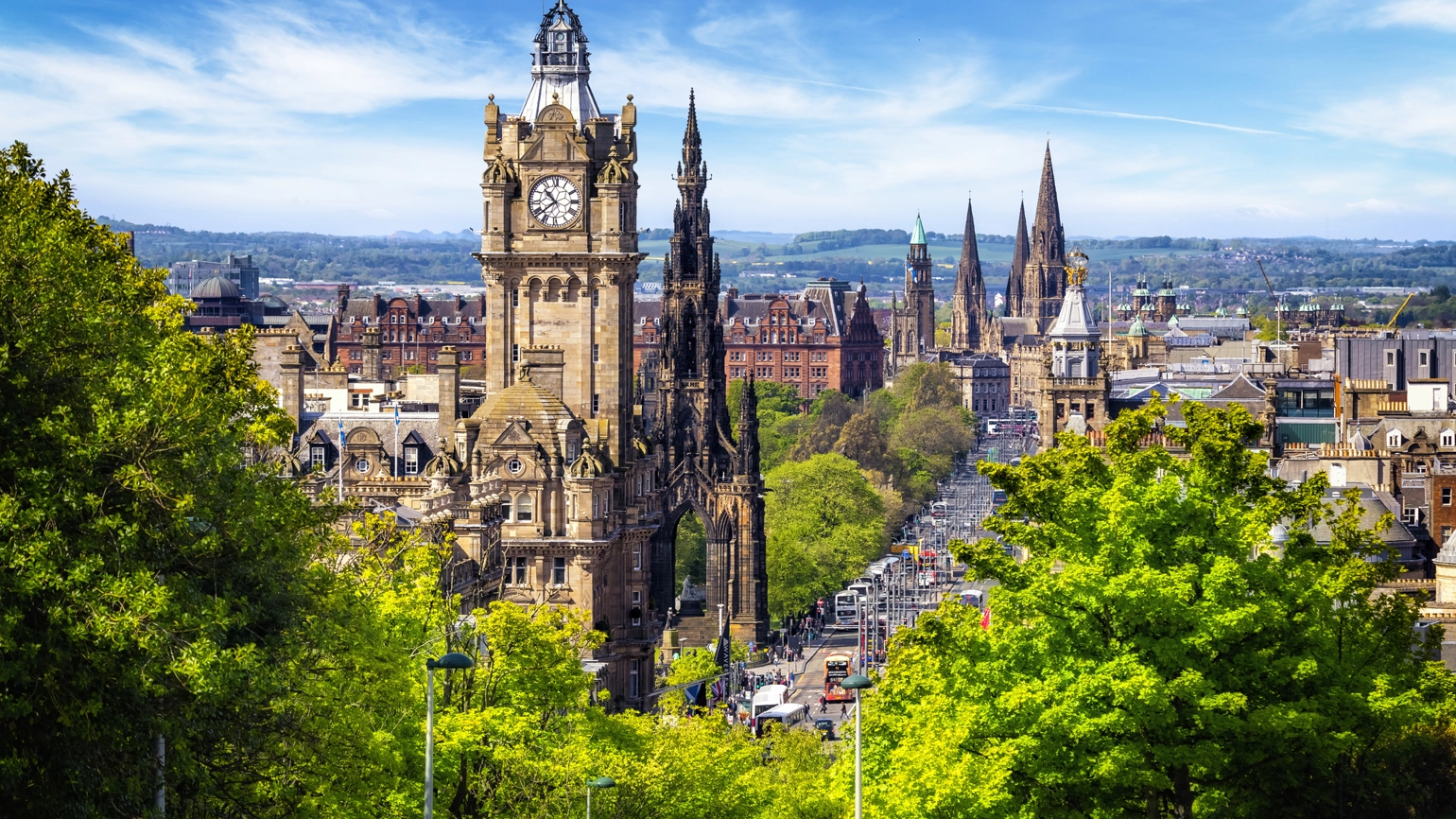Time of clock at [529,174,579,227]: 10:38
